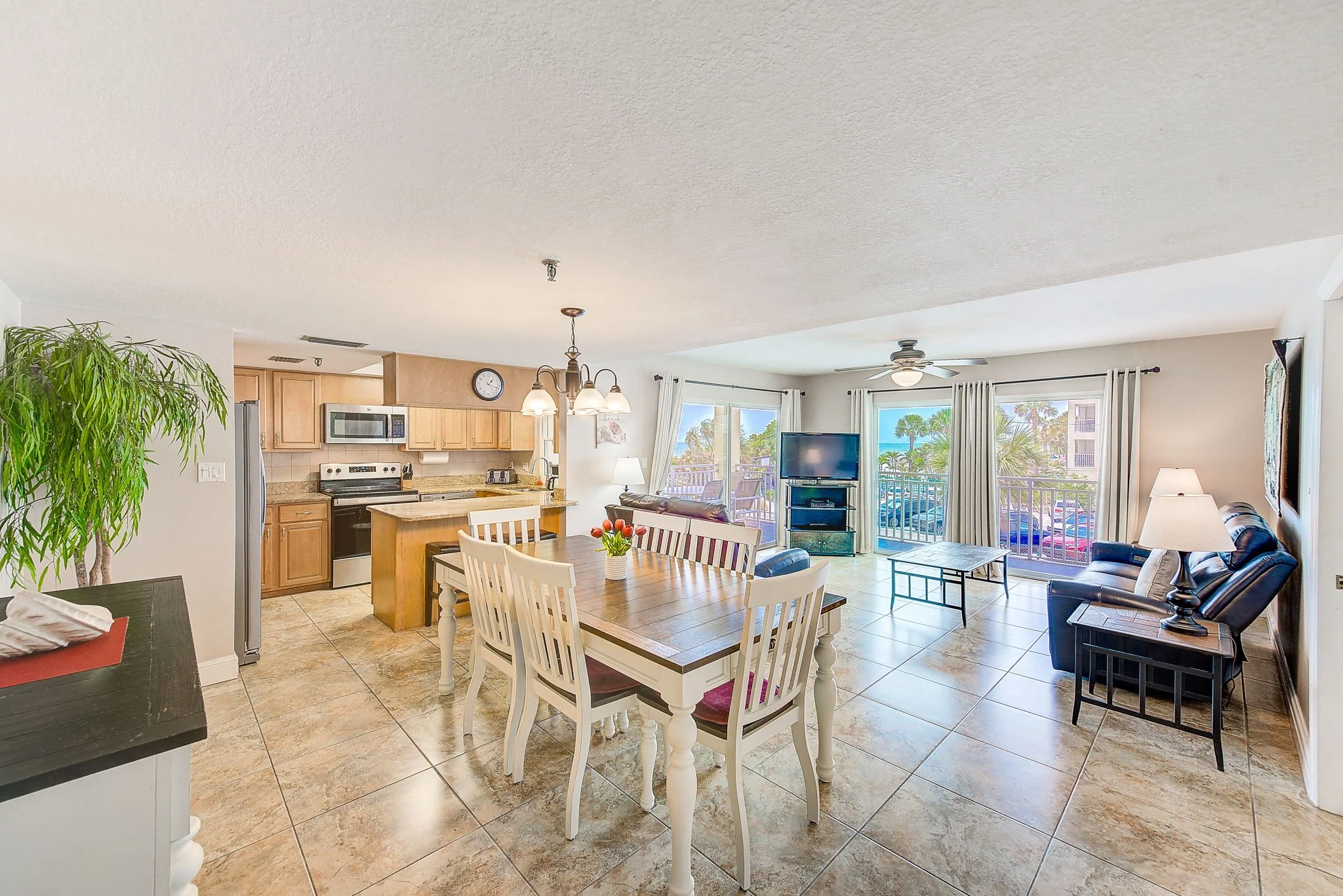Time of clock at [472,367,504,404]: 1:17
